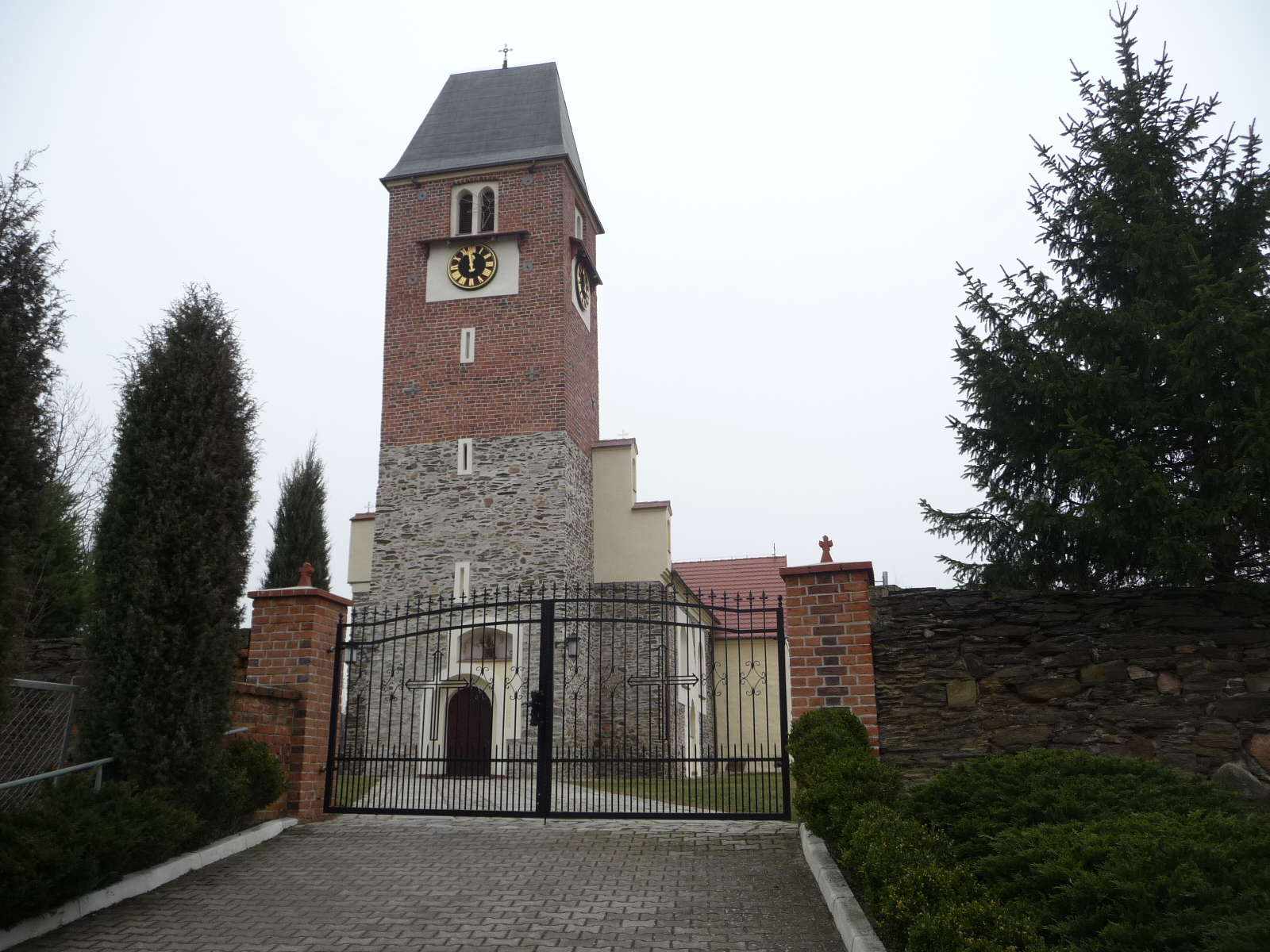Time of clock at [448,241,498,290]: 11:58
